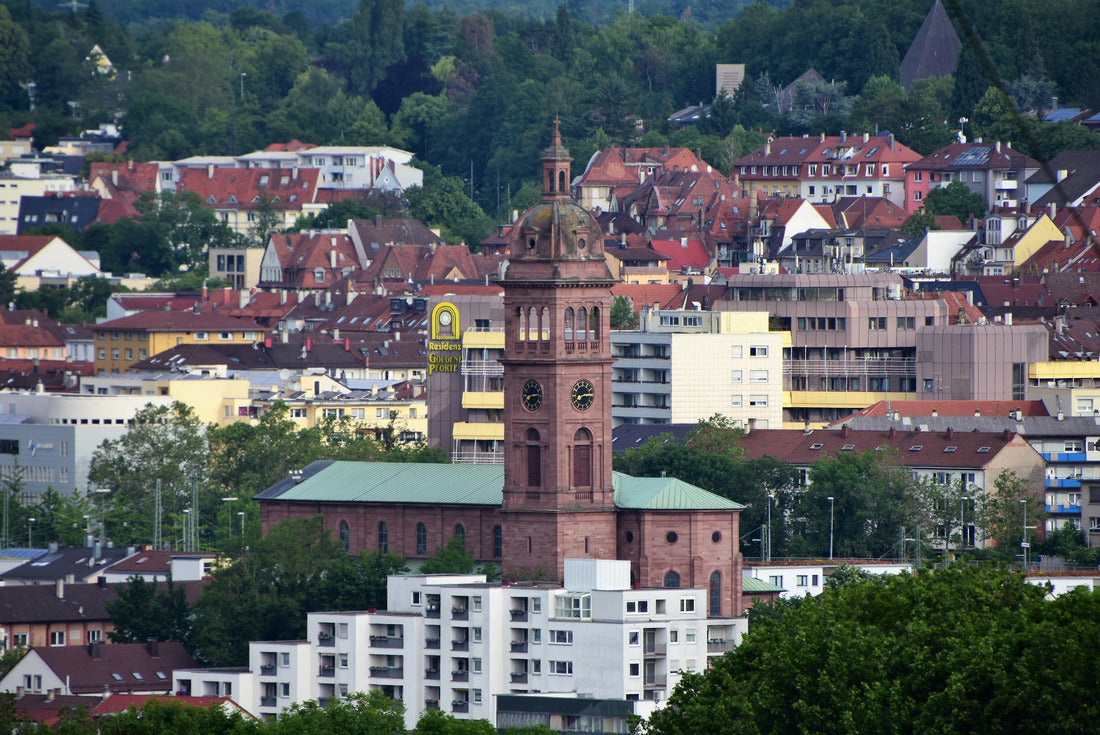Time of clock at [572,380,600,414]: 8:14
